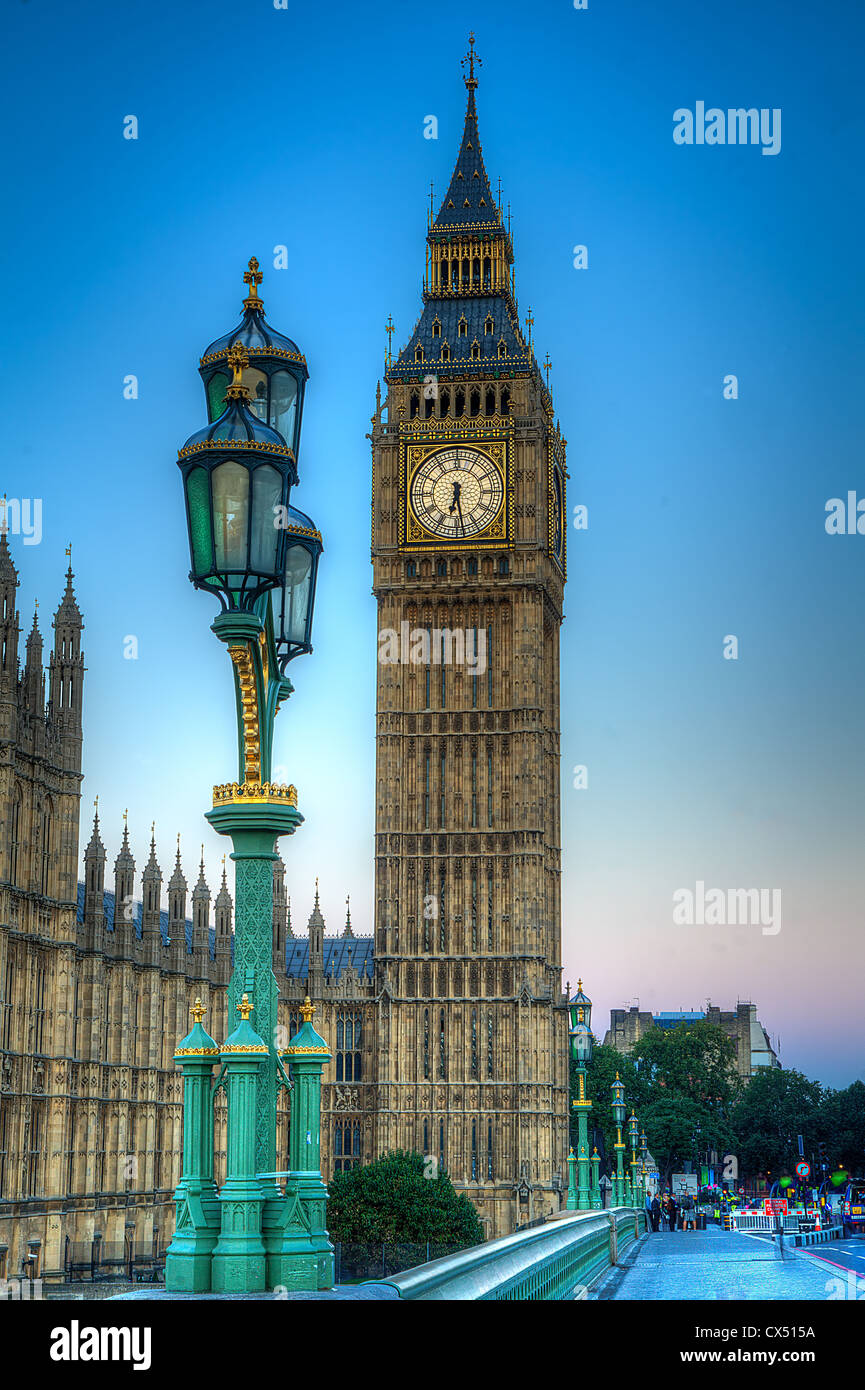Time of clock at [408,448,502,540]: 6:28
